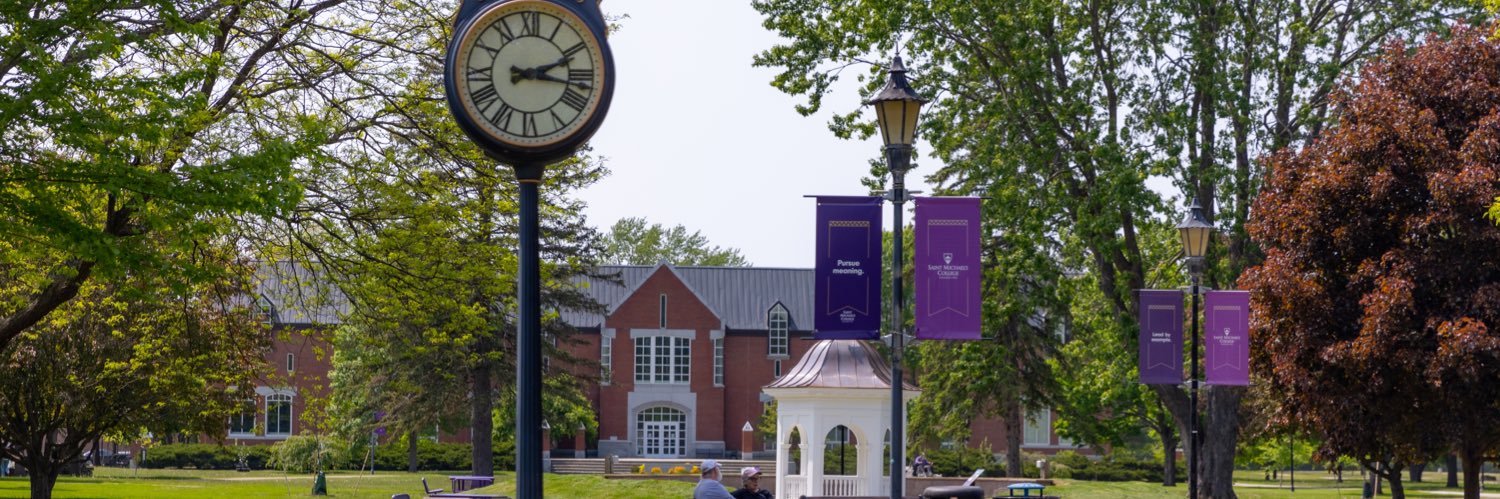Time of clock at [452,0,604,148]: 2:17
